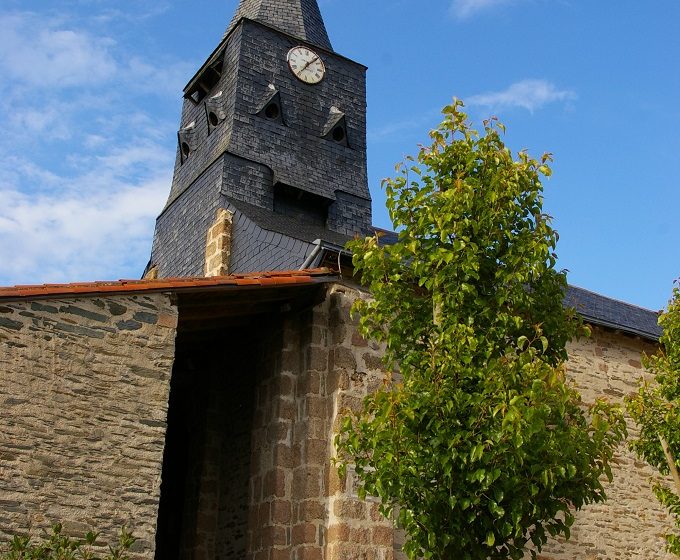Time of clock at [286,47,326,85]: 7:07
